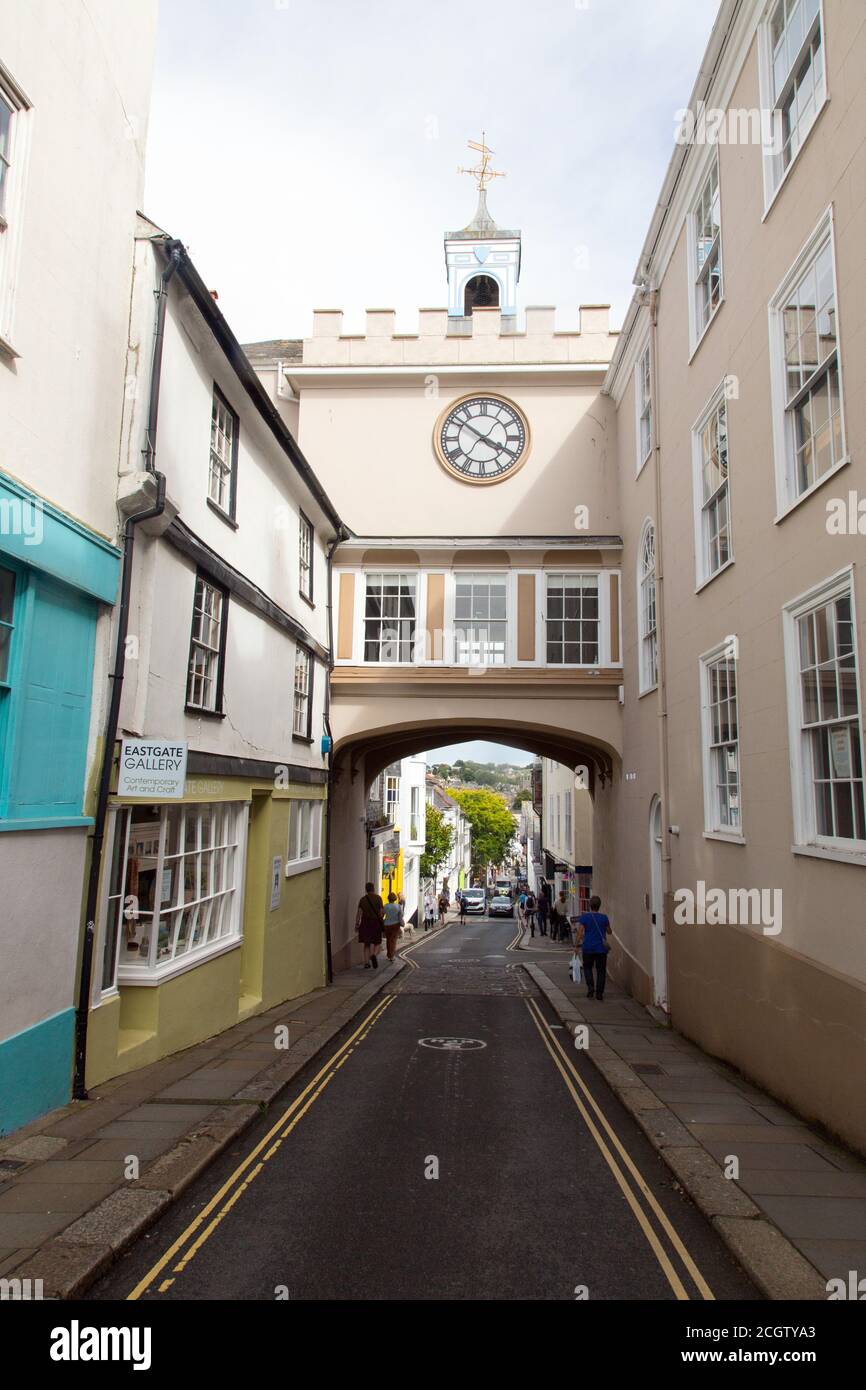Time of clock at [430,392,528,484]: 3:51
